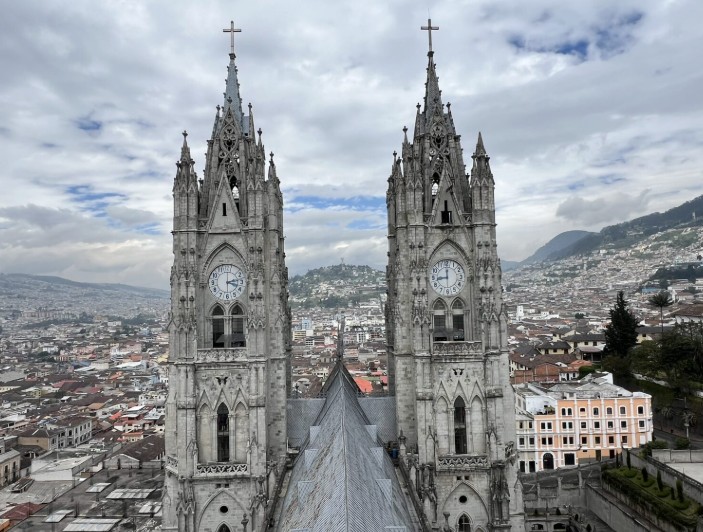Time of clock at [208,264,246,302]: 3:12
